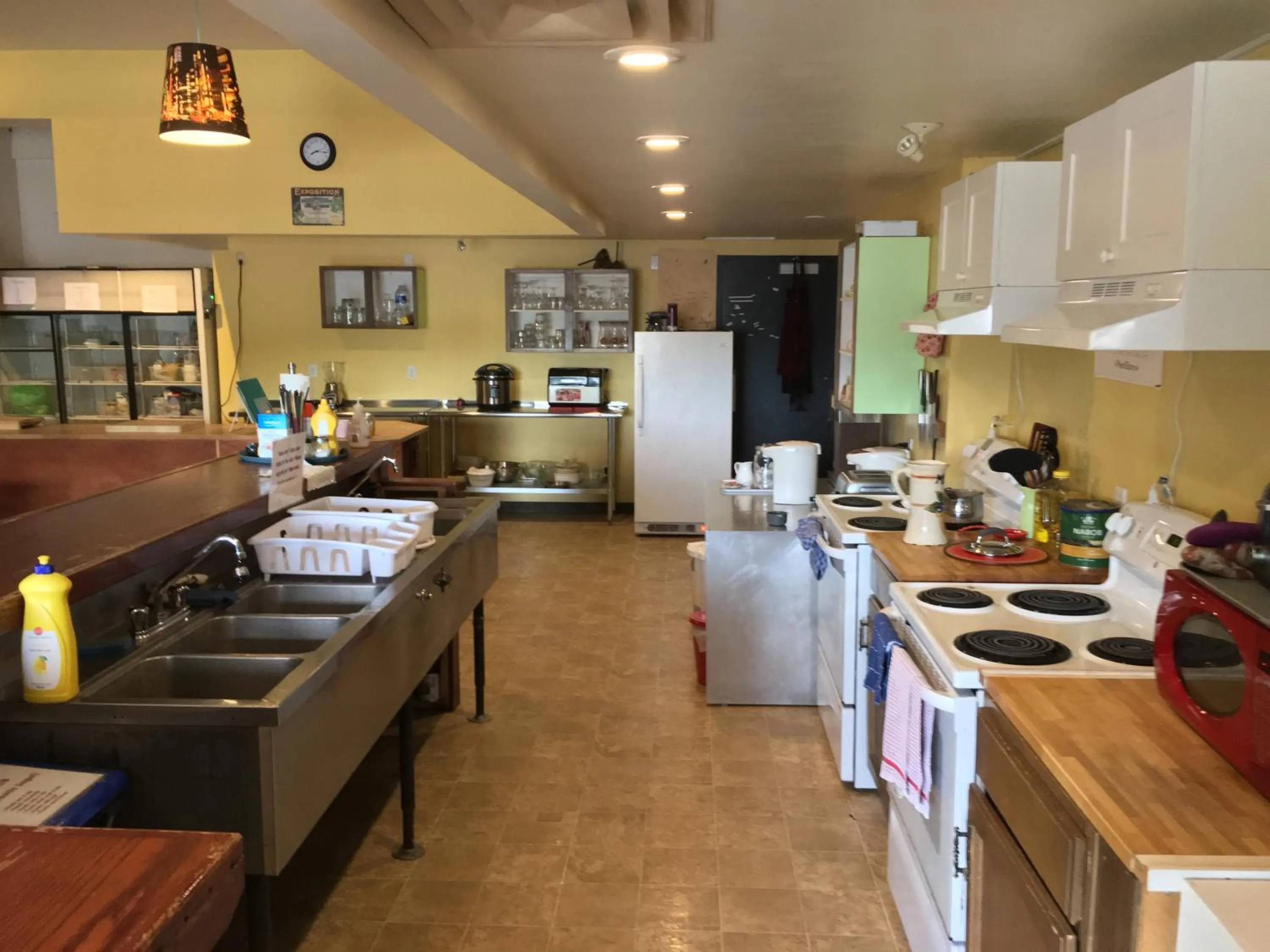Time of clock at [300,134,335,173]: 8:16
